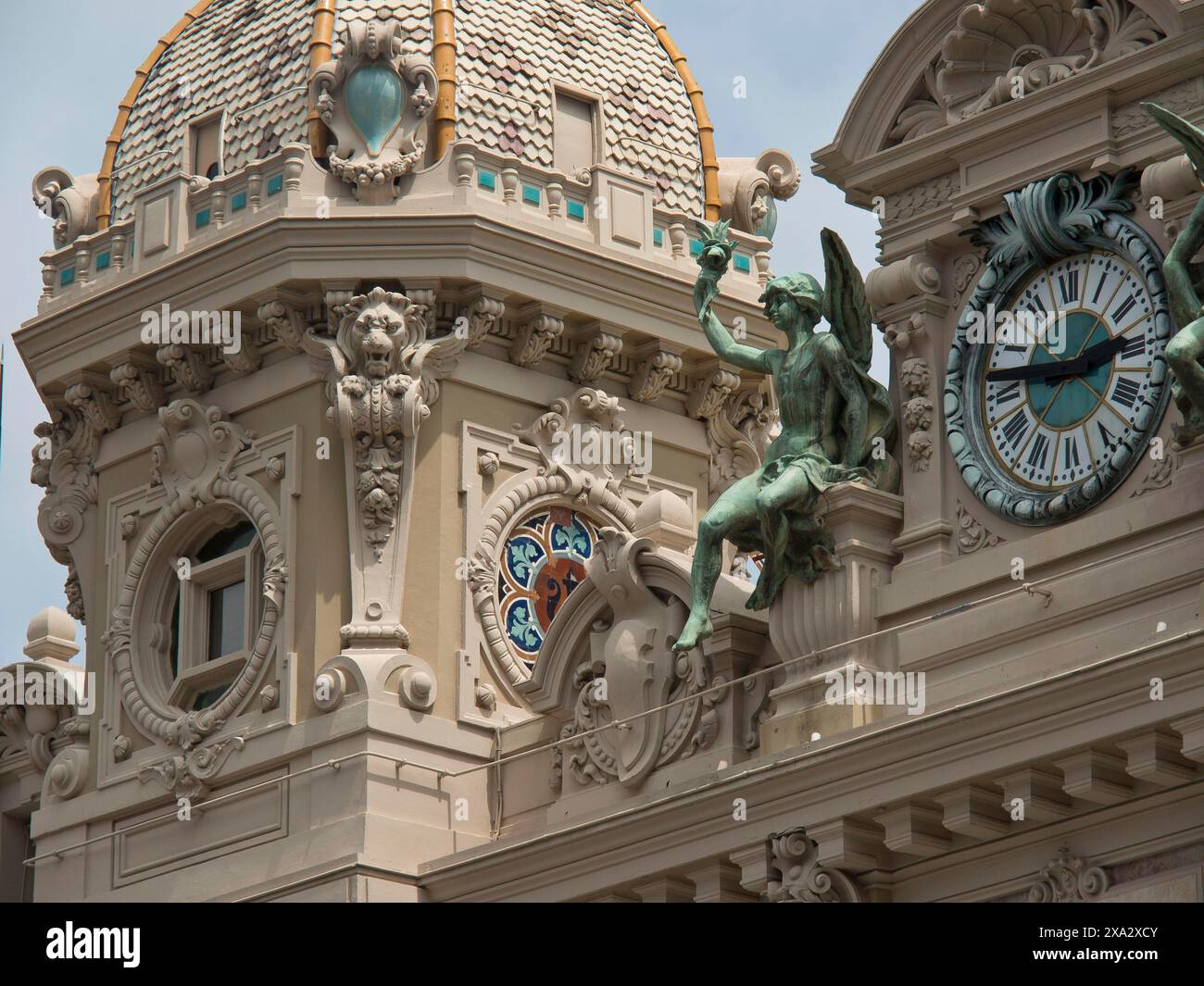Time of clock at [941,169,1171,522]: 2:46
